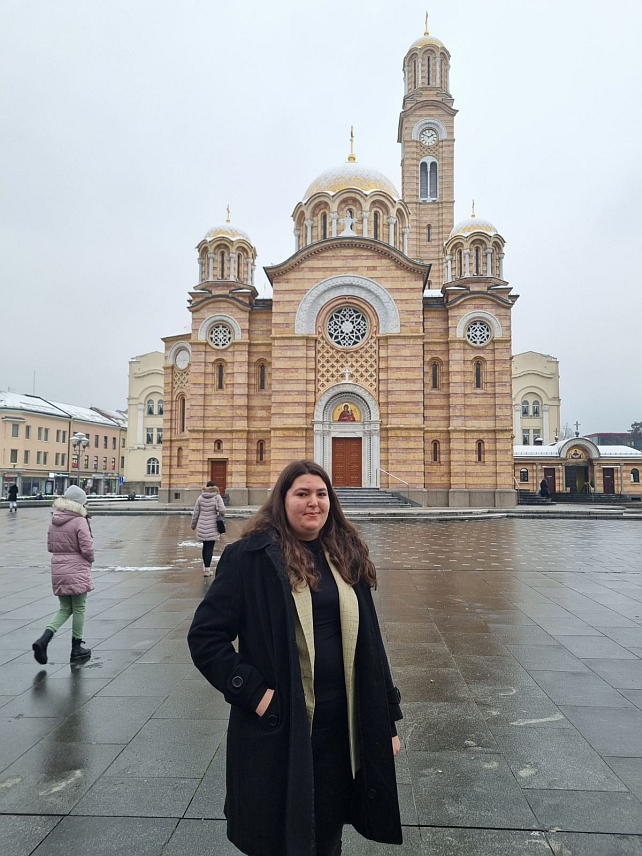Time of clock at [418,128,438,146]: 1:49
